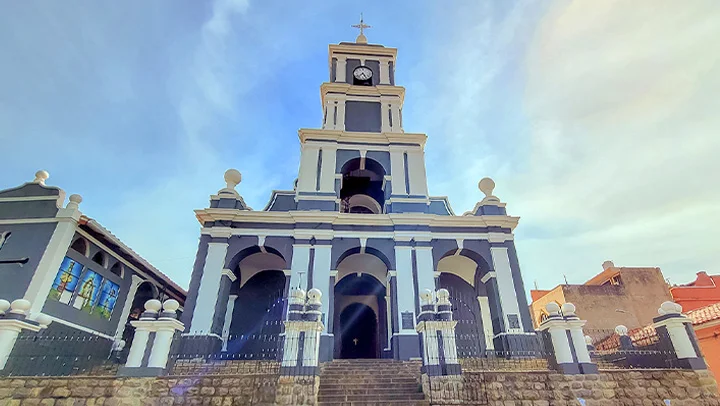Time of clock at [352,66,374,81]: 7:25
